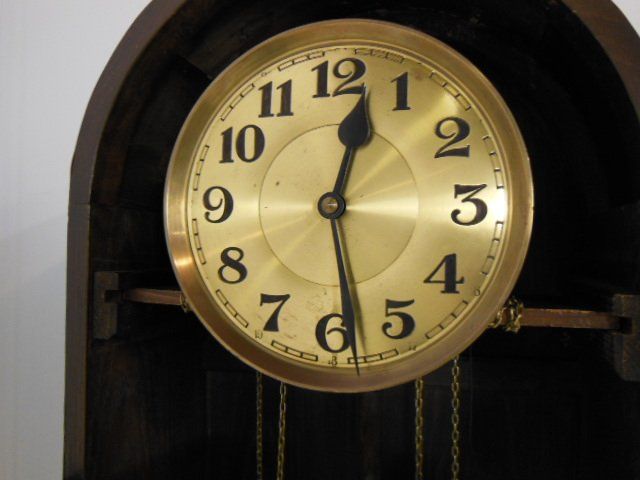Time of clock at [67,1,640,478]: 12:28
